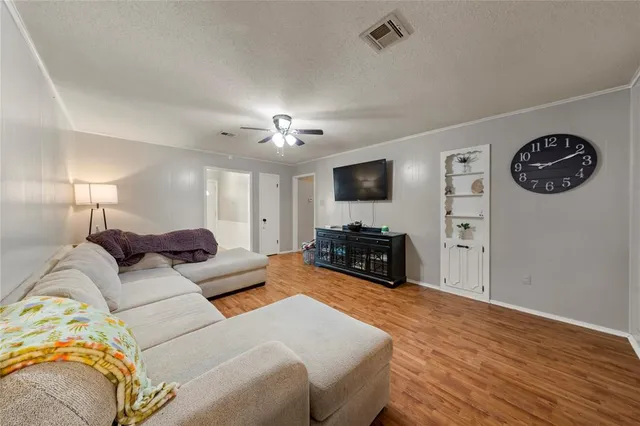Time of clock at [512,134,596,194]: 9:11
